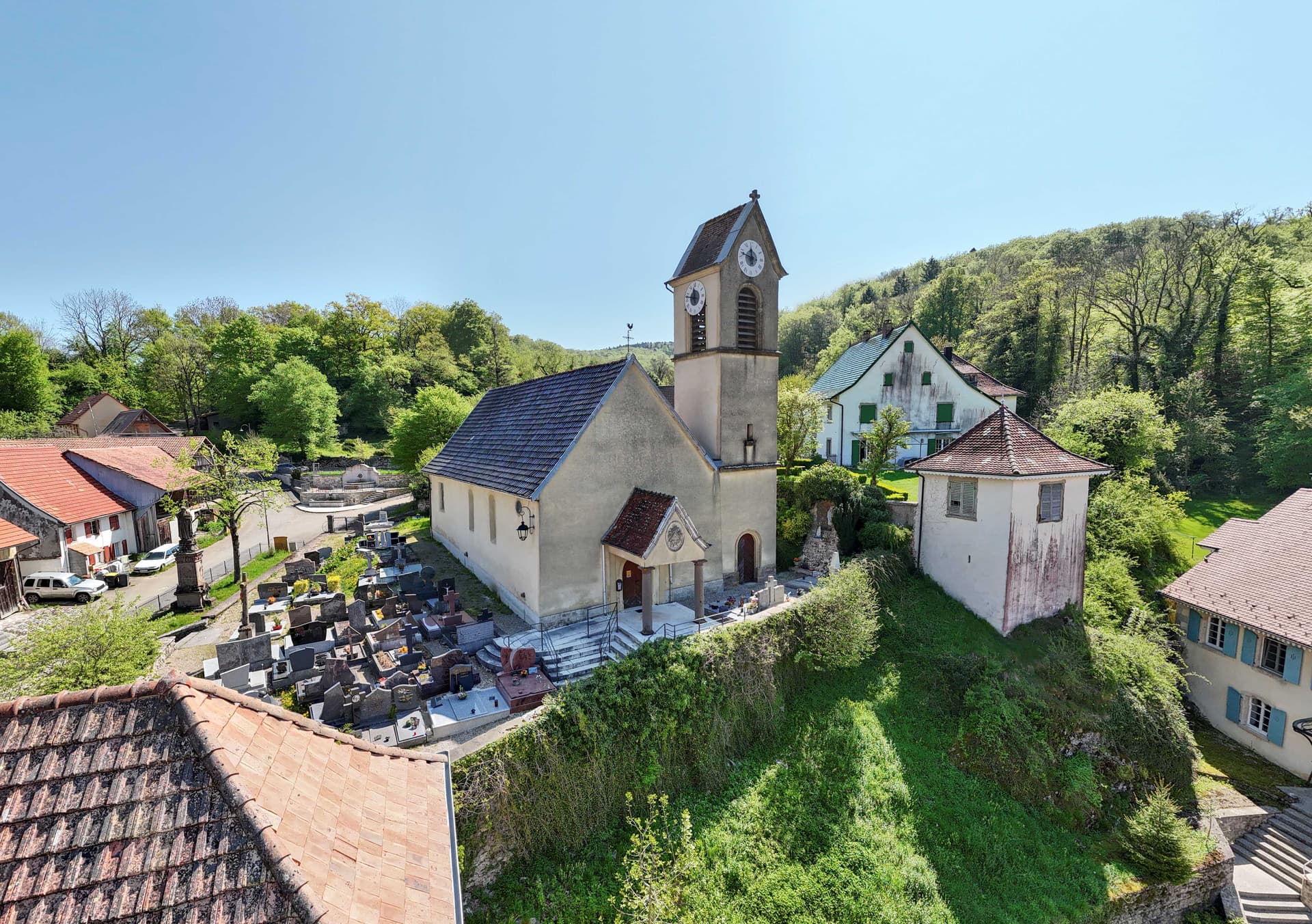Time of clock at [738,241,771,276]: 11:47
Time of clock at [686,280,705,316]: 11:47
